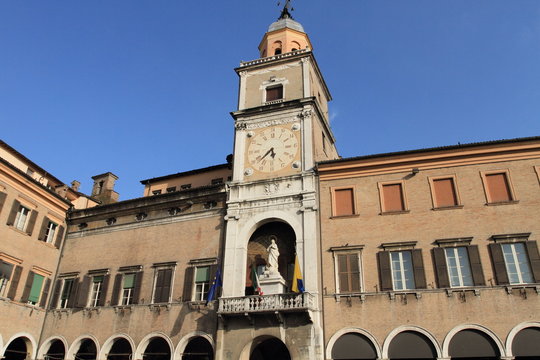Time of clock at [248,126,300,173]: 5:38
